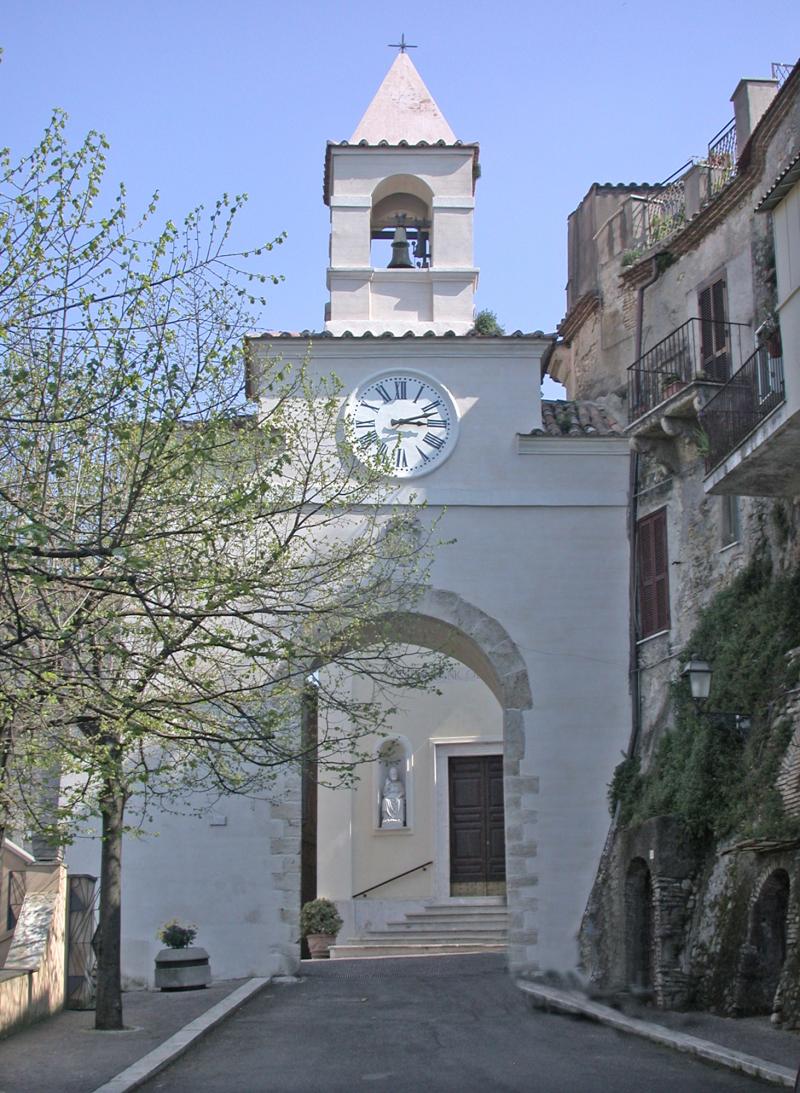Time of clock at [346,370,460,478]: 3:12
